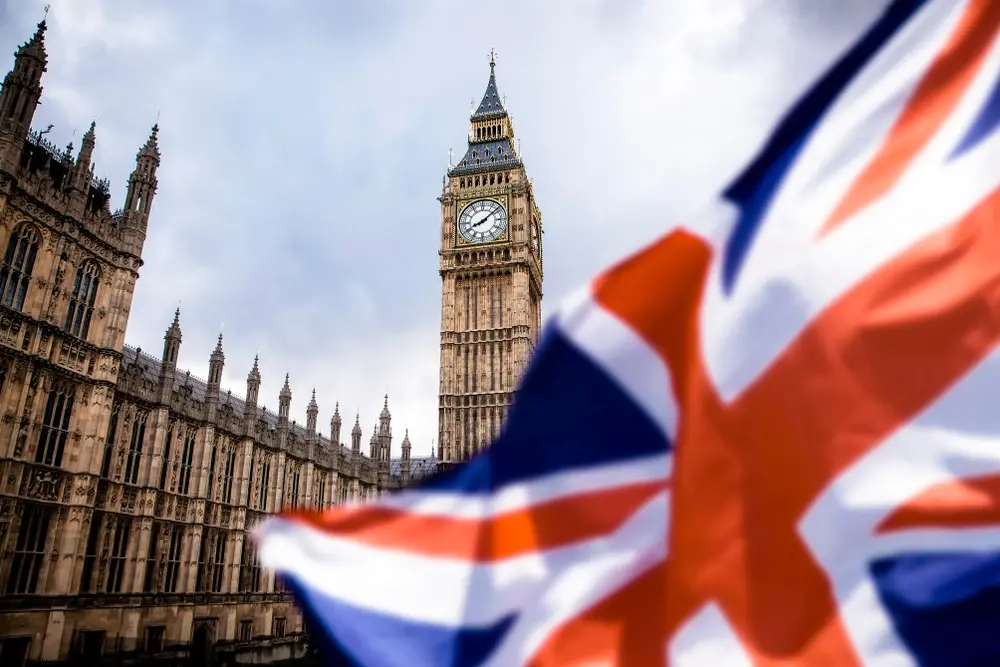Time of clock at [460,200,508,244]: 8:08
